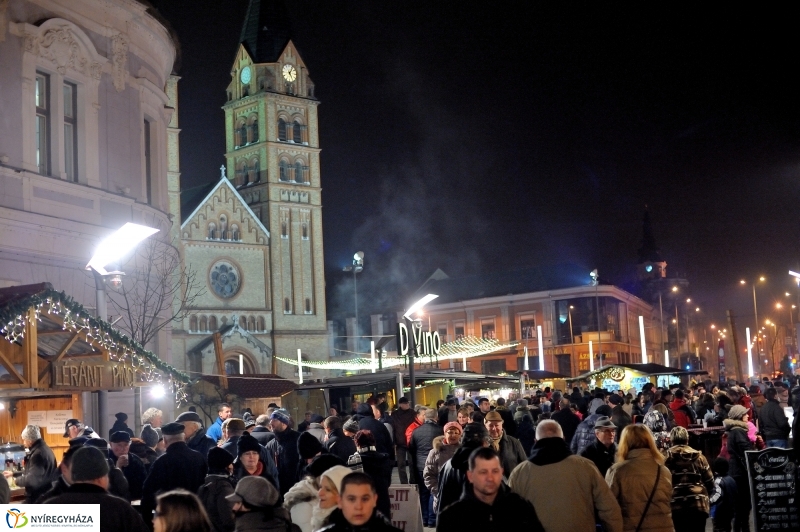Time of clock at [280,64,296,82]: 5:05
